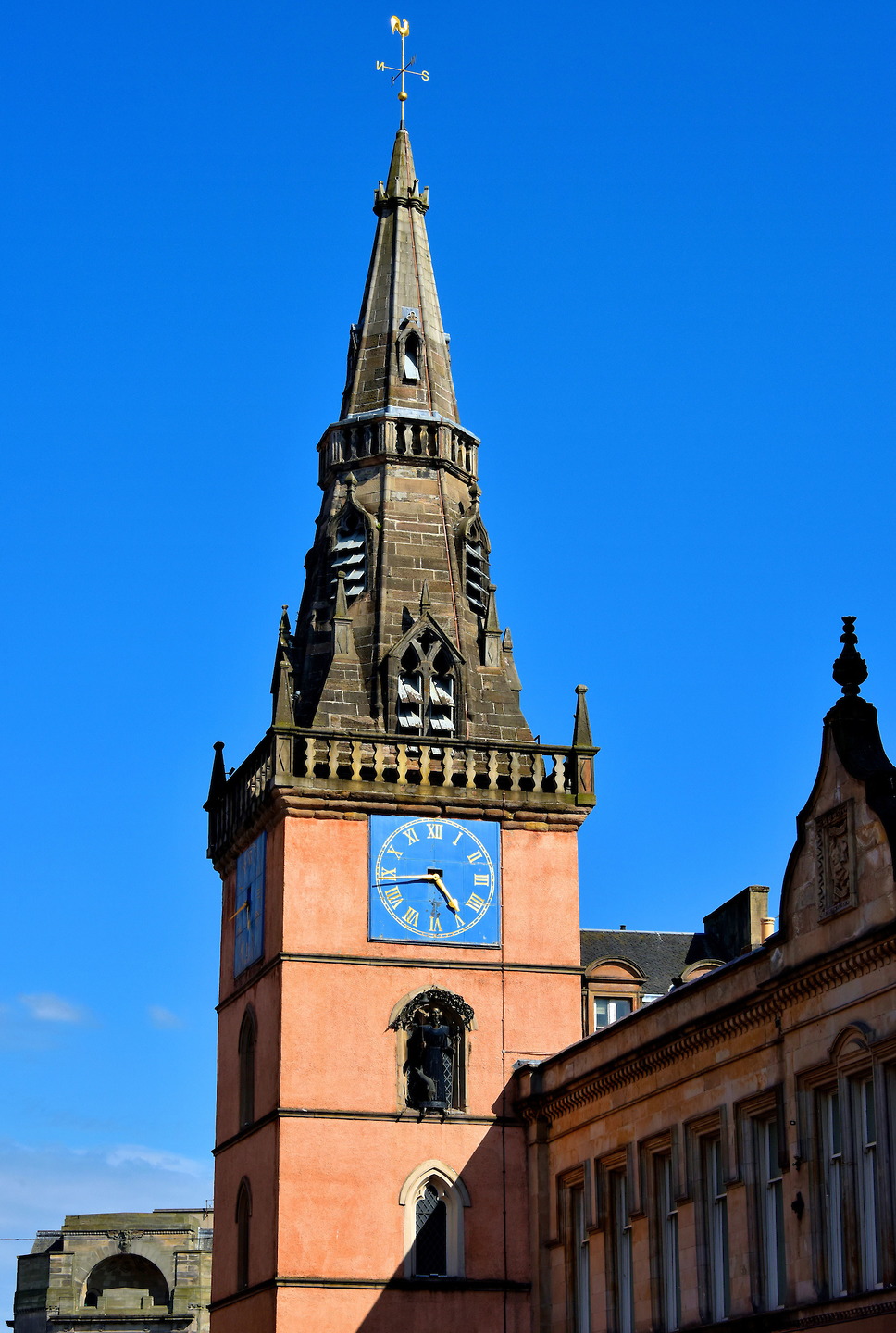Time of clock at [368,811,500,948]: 4:43
